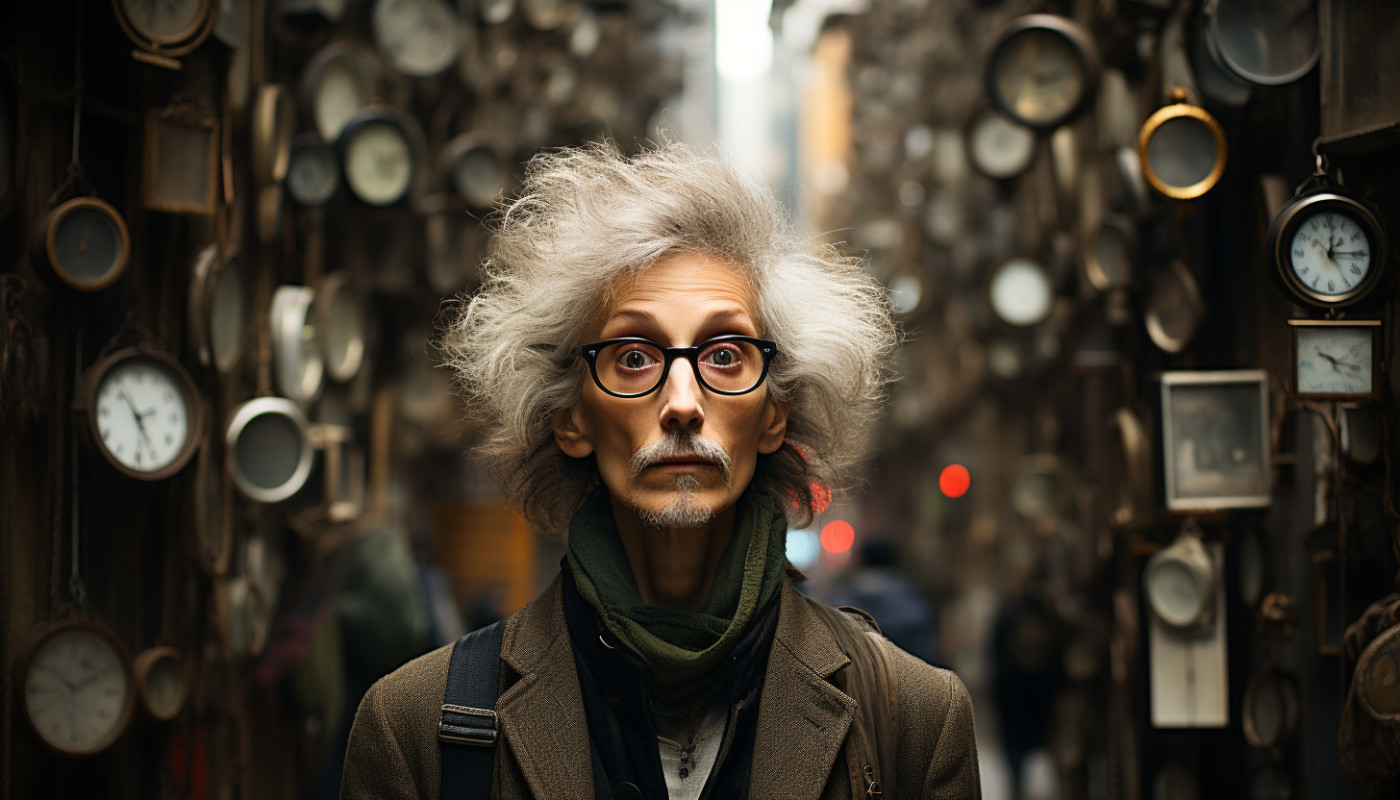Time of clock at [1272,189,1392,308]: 12:14
